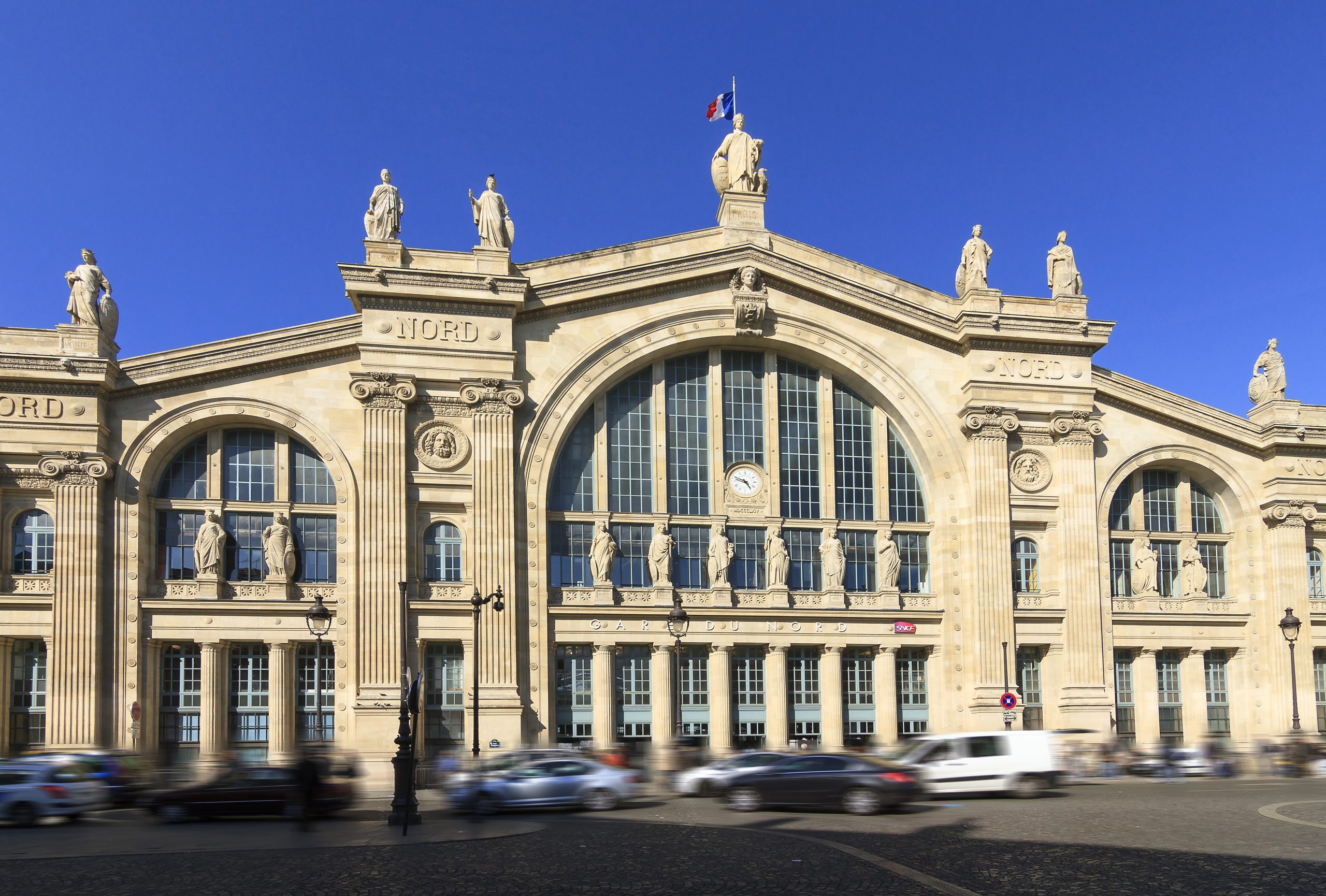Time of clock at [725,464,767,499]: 4:48
